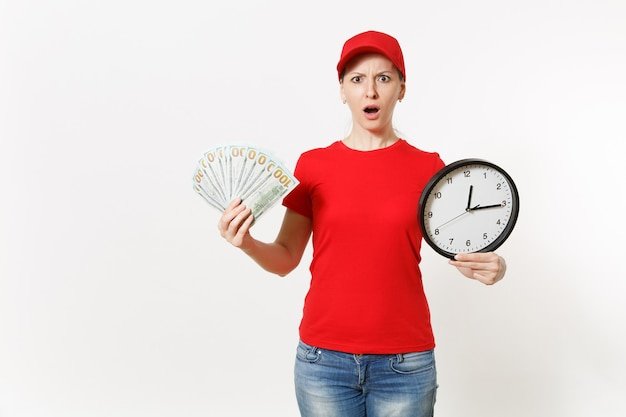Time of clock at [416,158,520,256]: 12:15
